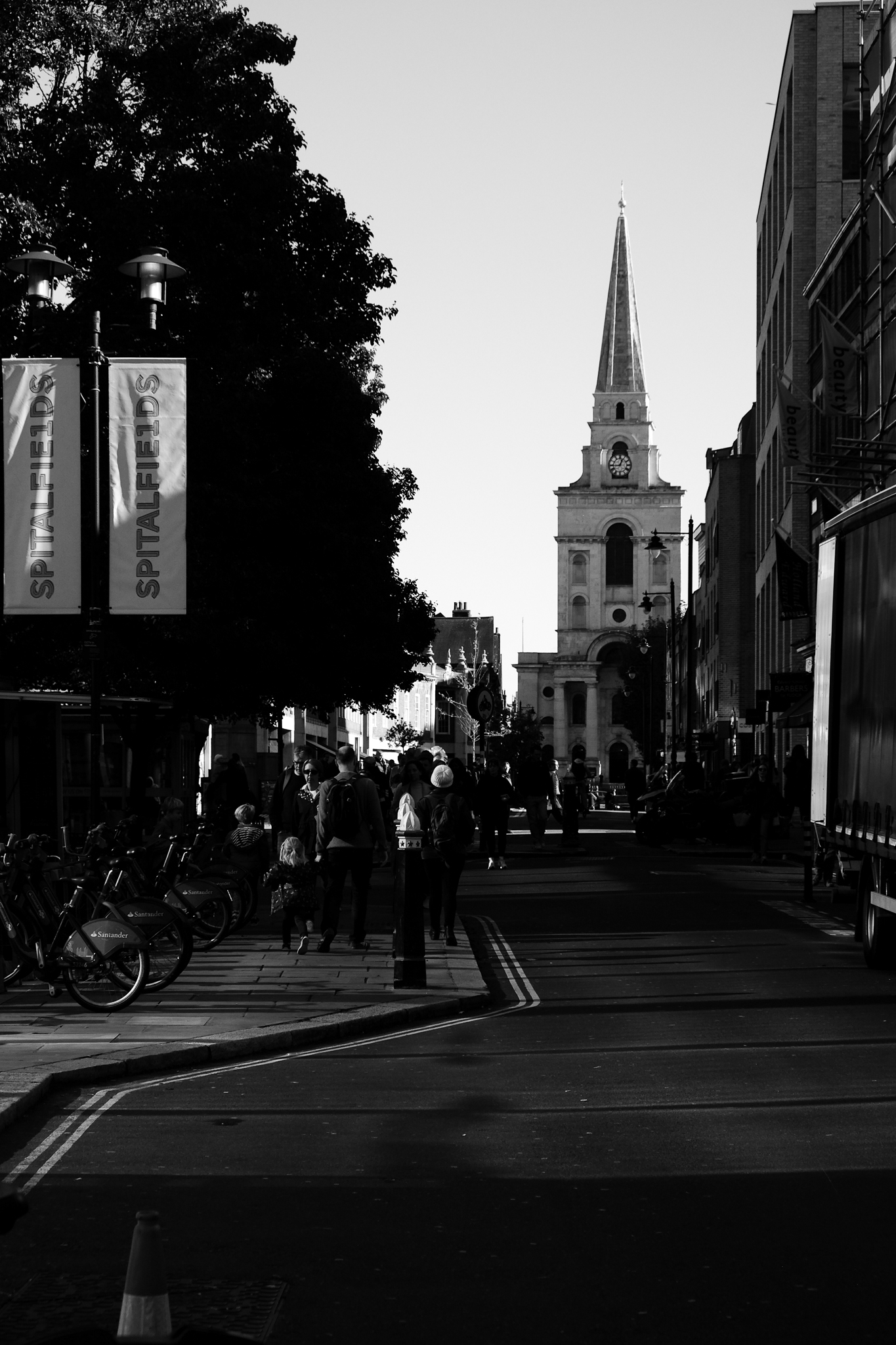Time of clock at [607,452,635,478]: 12:44
